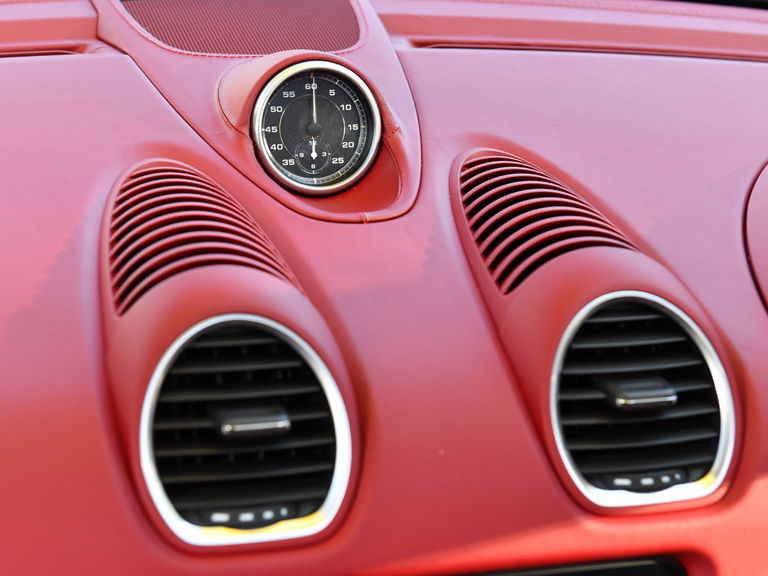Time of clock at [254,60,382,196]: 6:00
